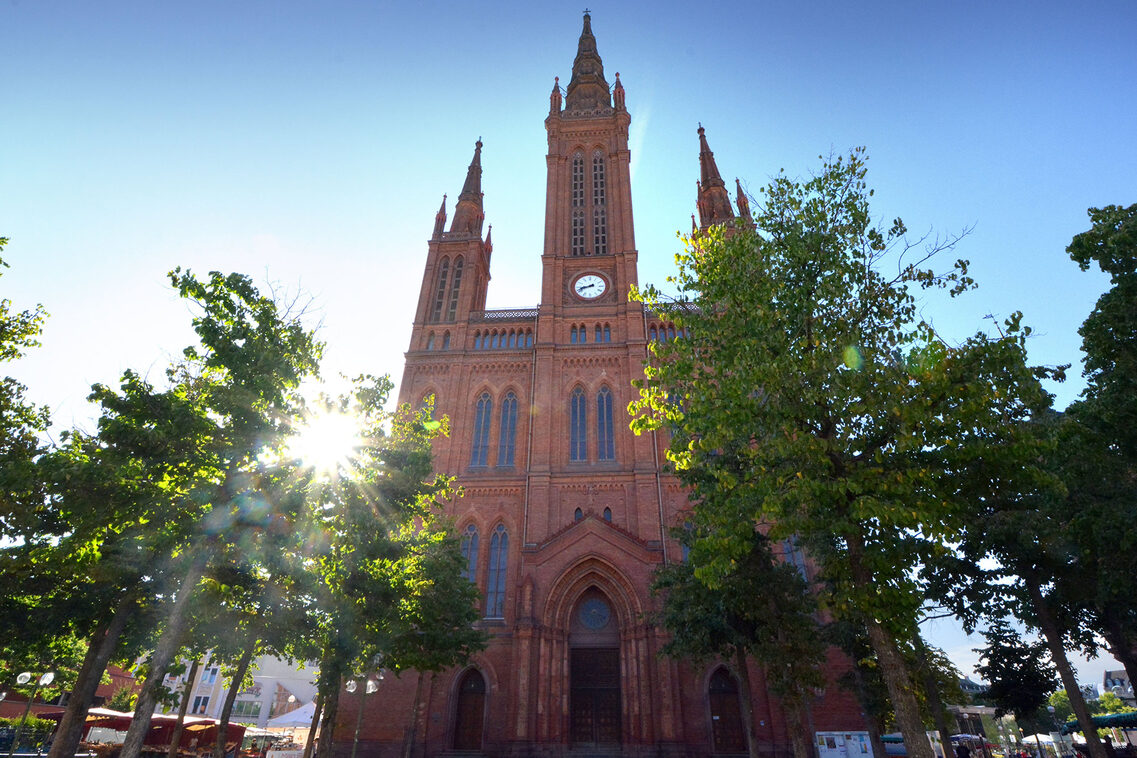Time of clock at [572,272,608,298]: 8:42
